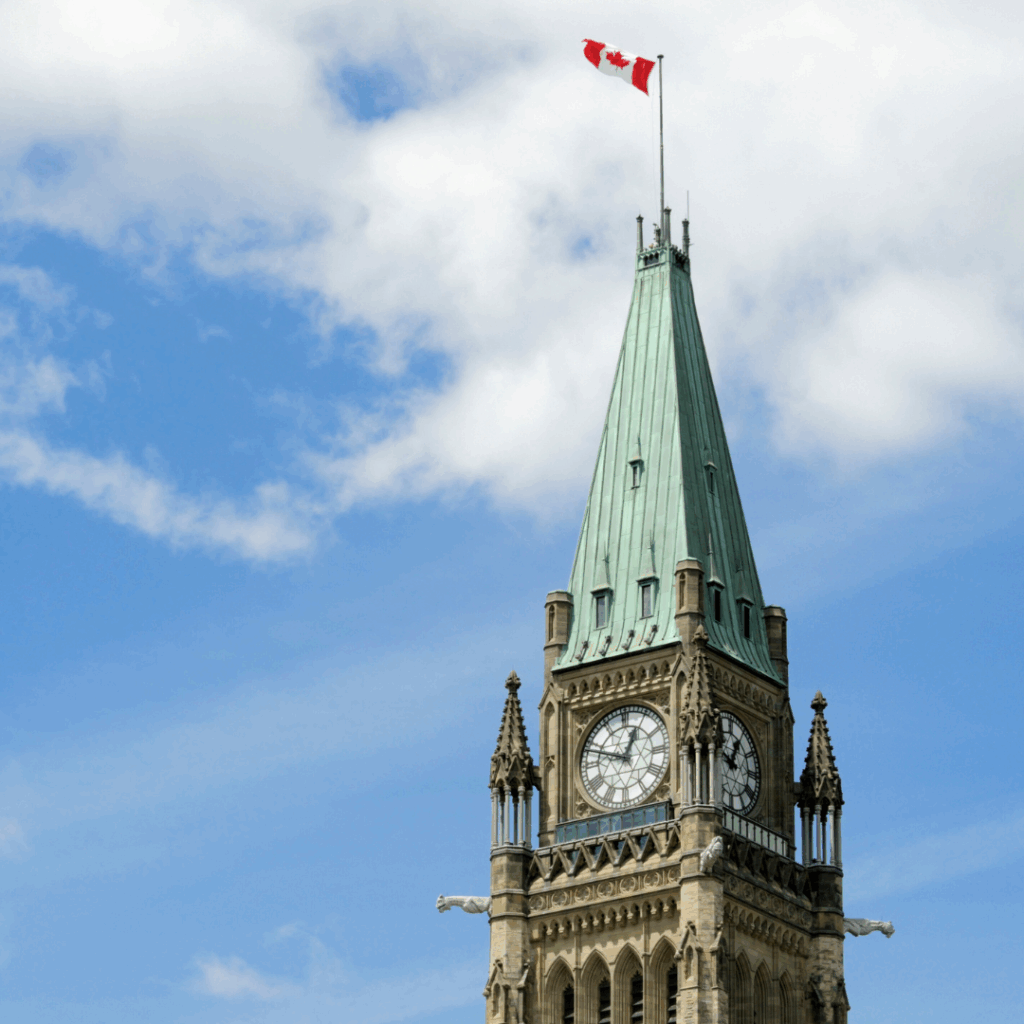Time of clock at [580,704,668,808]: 12:48
